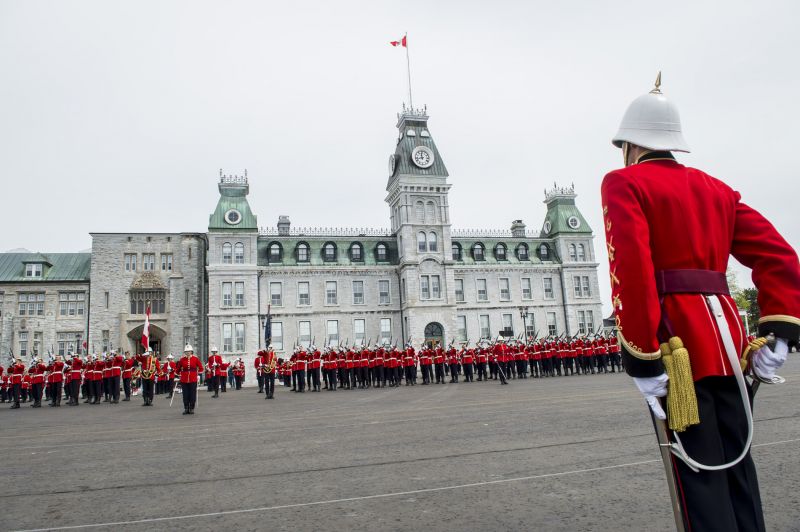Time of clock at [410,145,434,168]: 11:42
